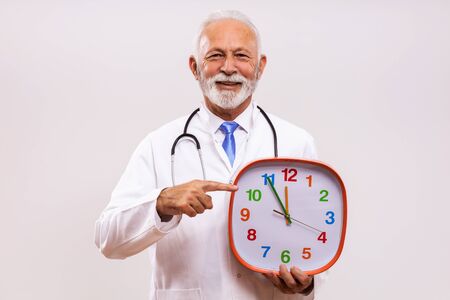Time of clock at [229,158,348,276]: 11:55
